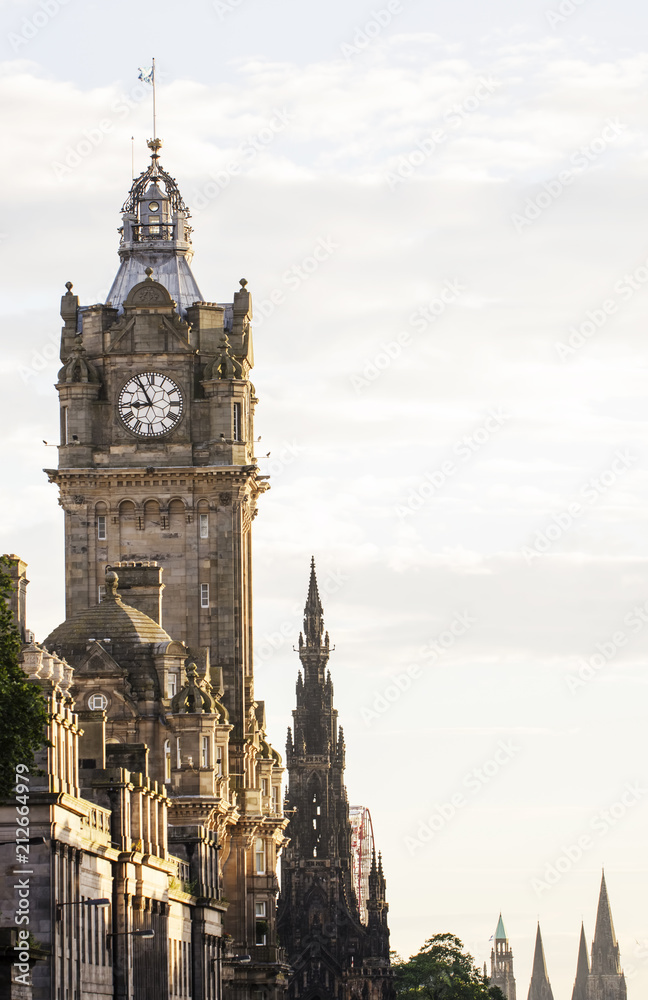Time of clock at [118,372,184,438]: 8:55
